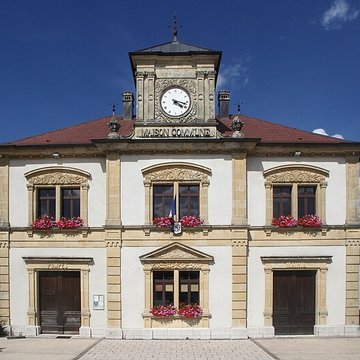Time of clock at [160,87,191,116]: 4:17
